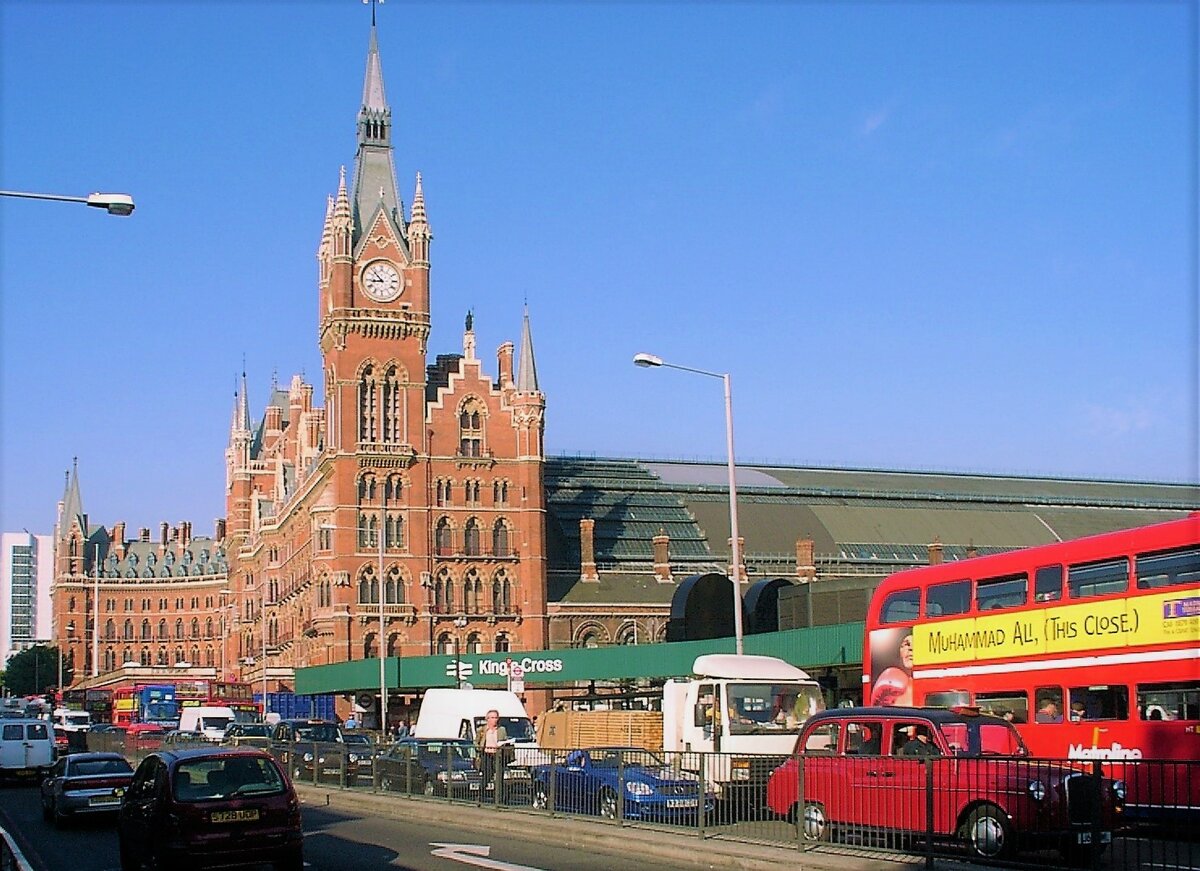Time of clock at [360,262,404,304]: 8:52
